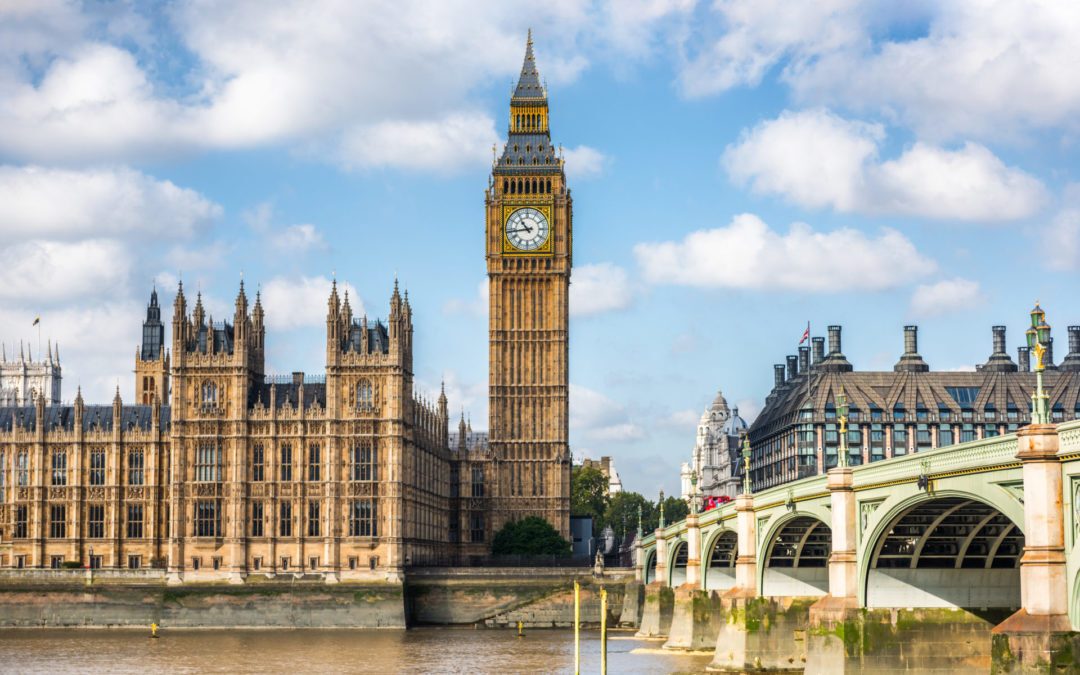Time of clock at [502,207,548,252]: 10:43
